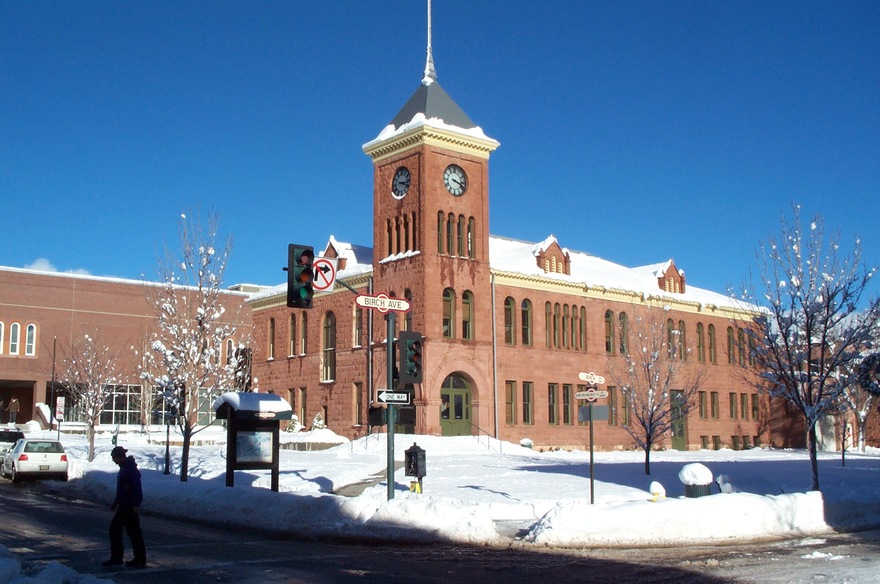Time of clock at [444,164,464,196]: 3:18
